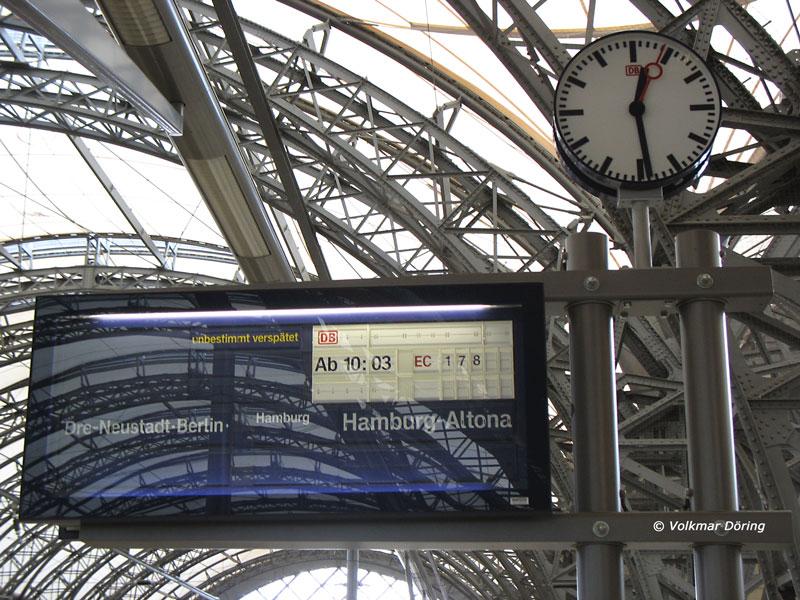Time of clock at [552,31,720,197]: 12:28
